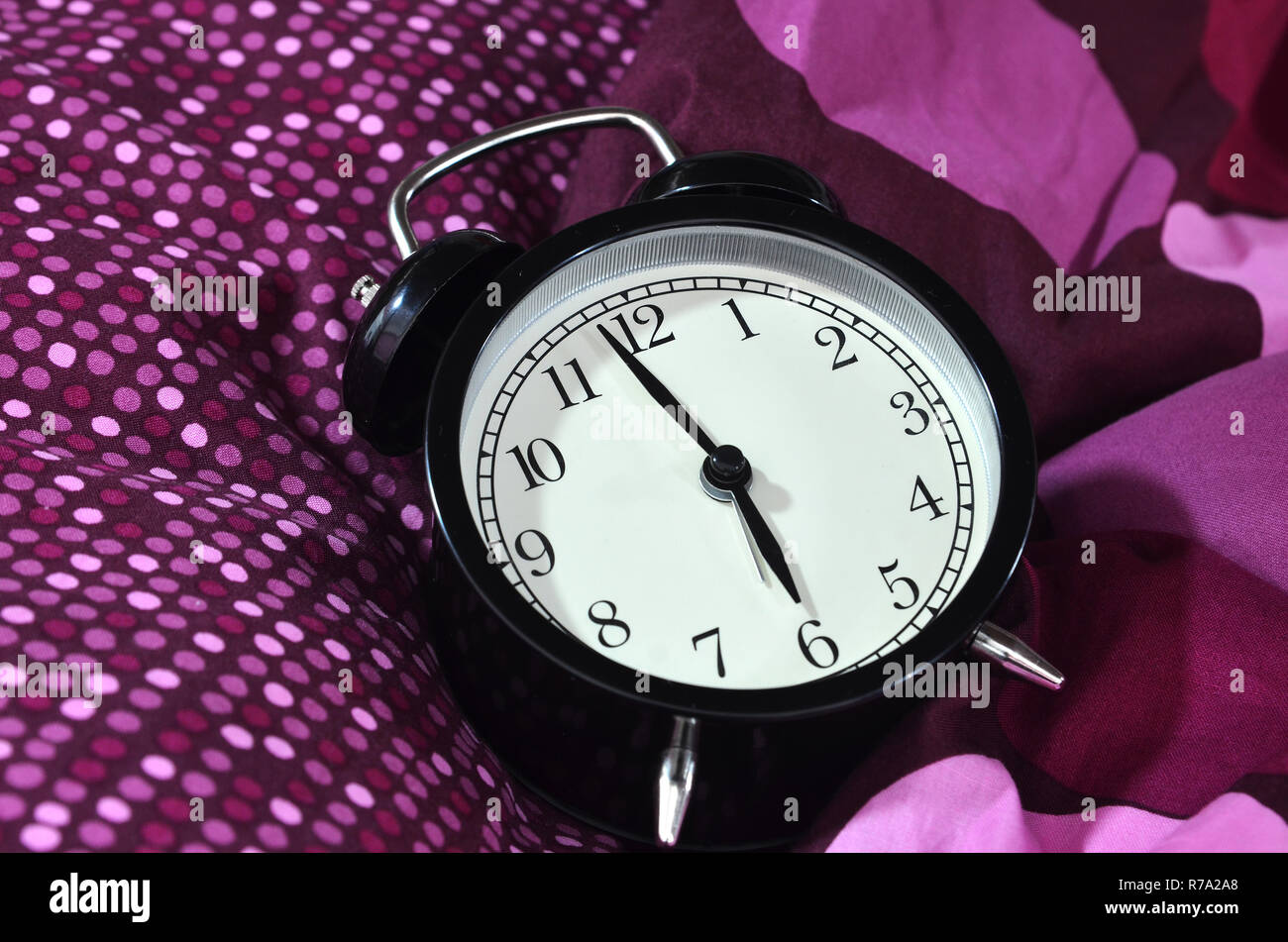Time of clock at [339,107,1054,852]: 5:58
